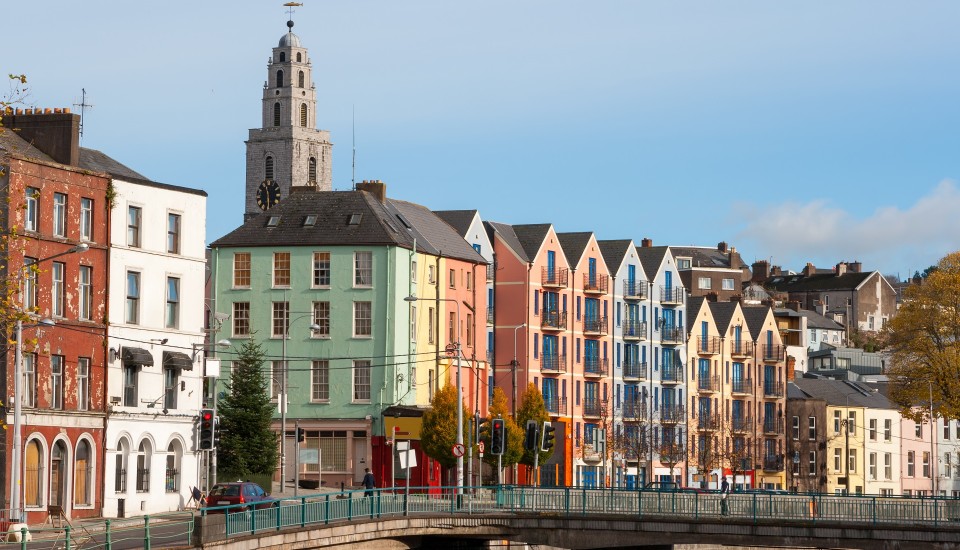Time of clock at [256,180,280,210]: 11:29
